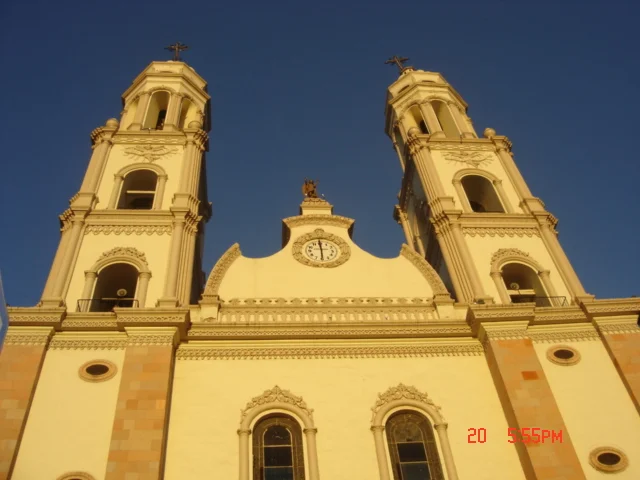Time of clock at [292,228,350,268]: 5:59
